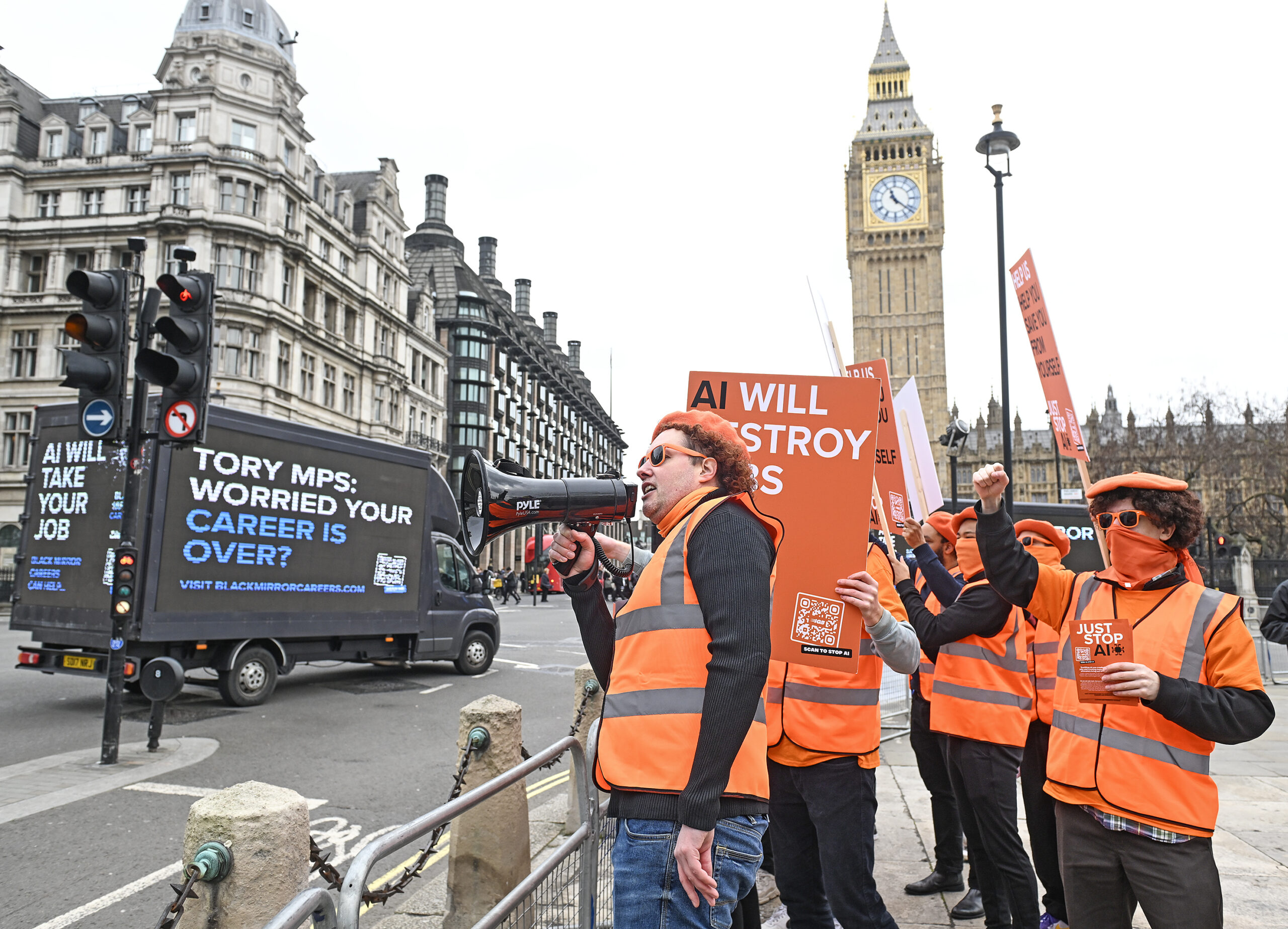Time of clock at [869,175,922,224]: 11:21
